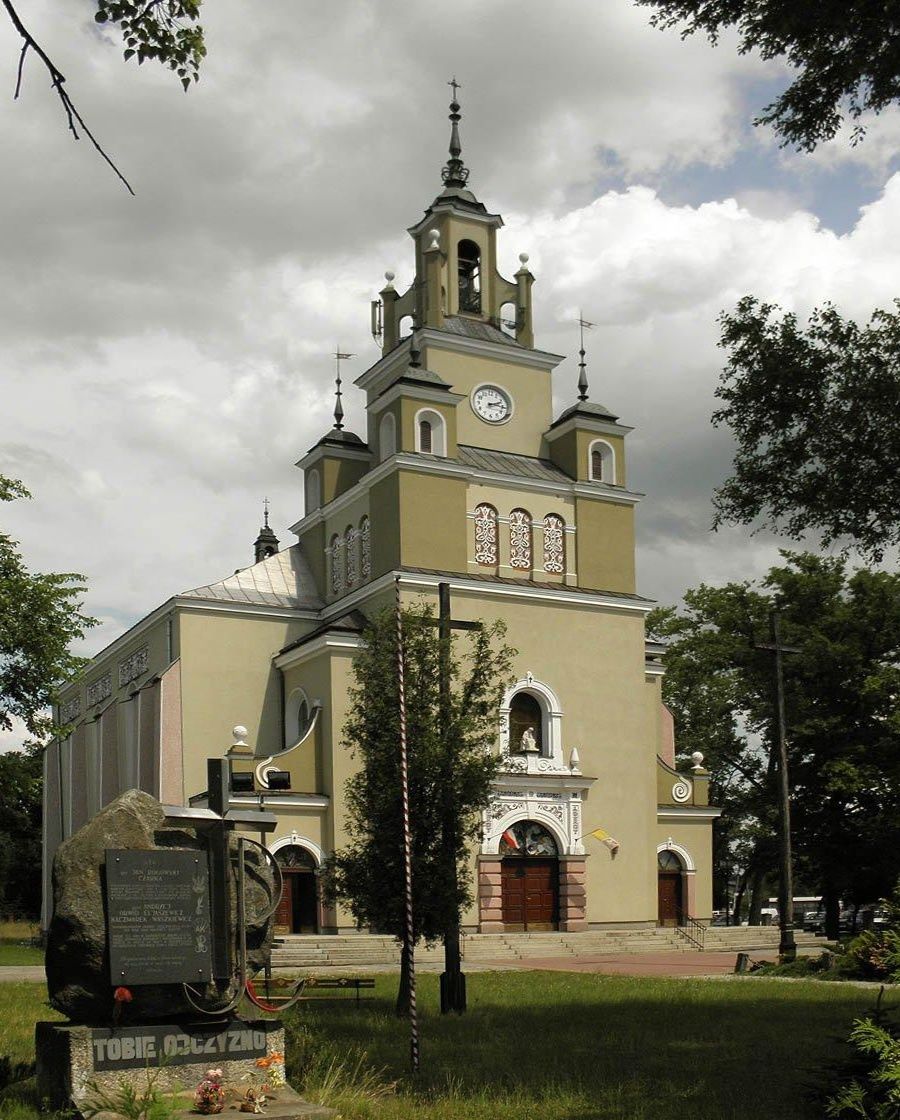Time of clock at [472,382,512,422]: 2:15
